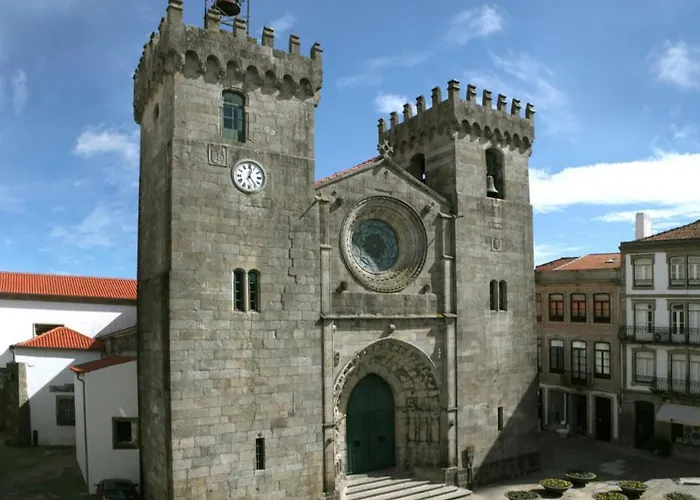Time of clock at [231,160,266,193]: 12:23
